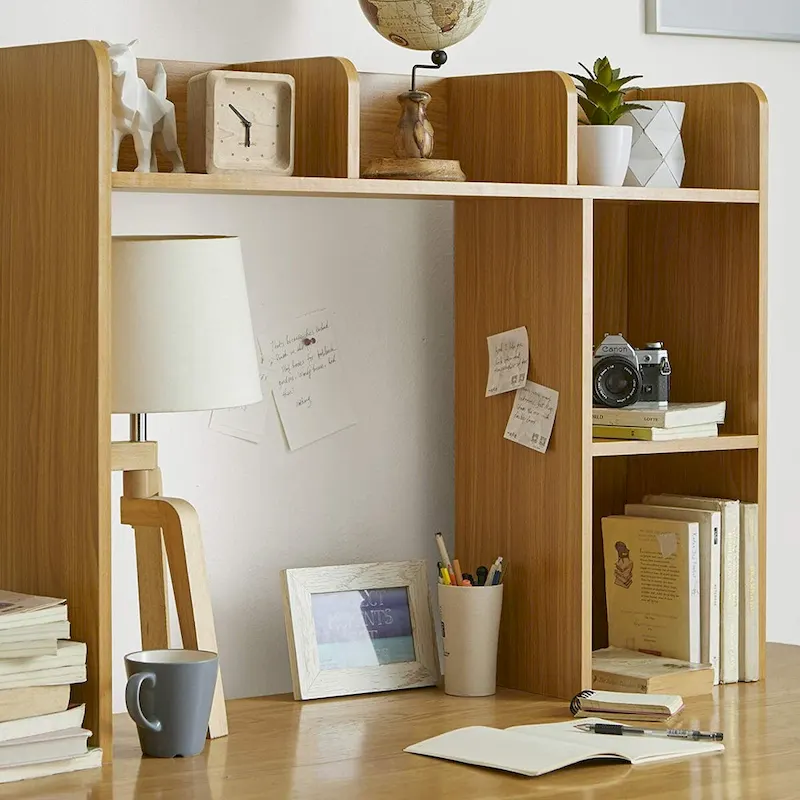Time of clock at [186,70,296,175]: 5:51
